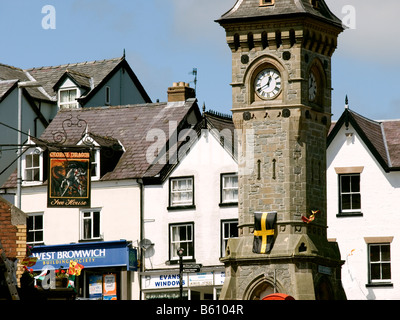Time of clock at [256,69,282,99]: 12:40
